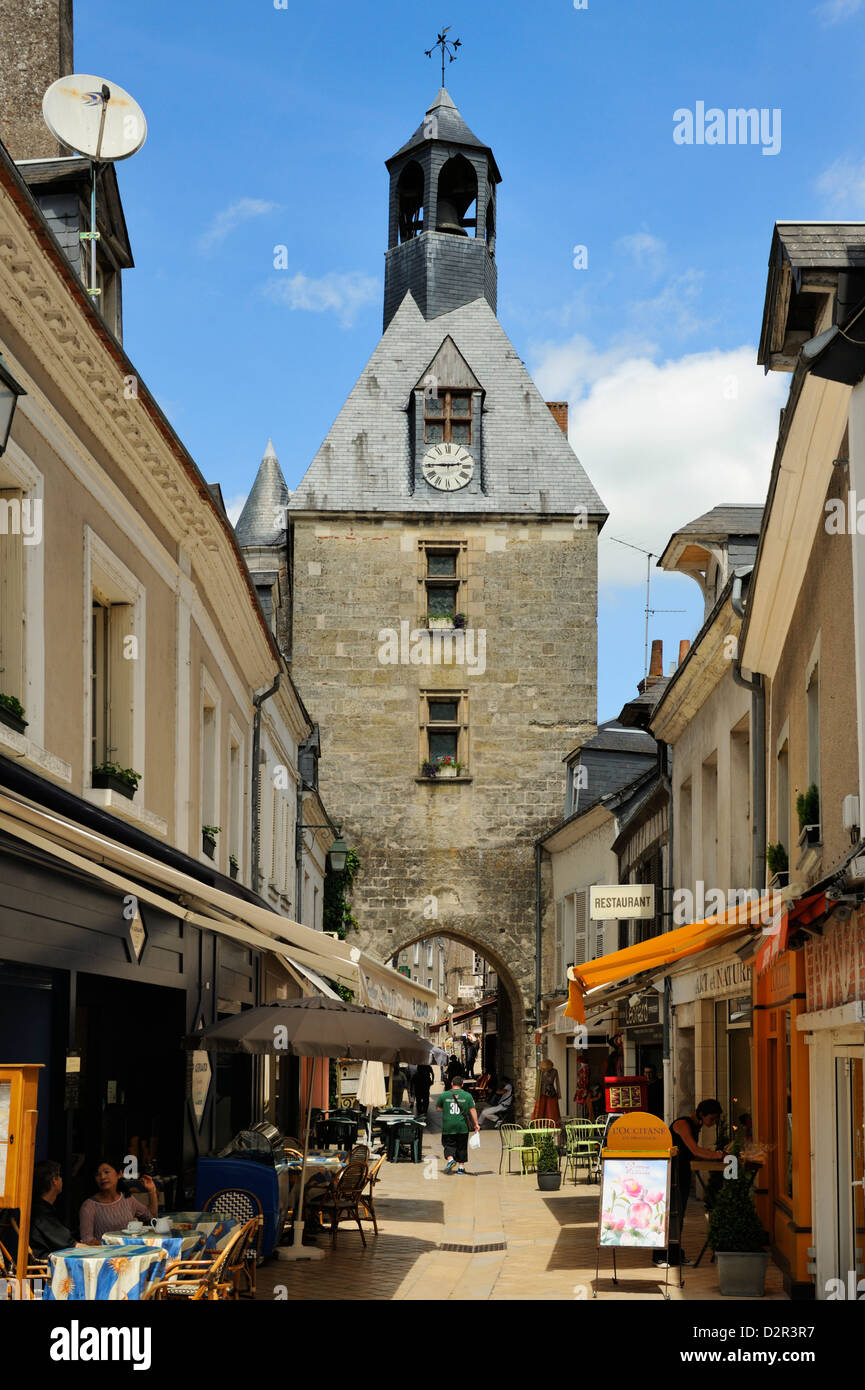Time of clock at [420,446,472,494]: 2:45
